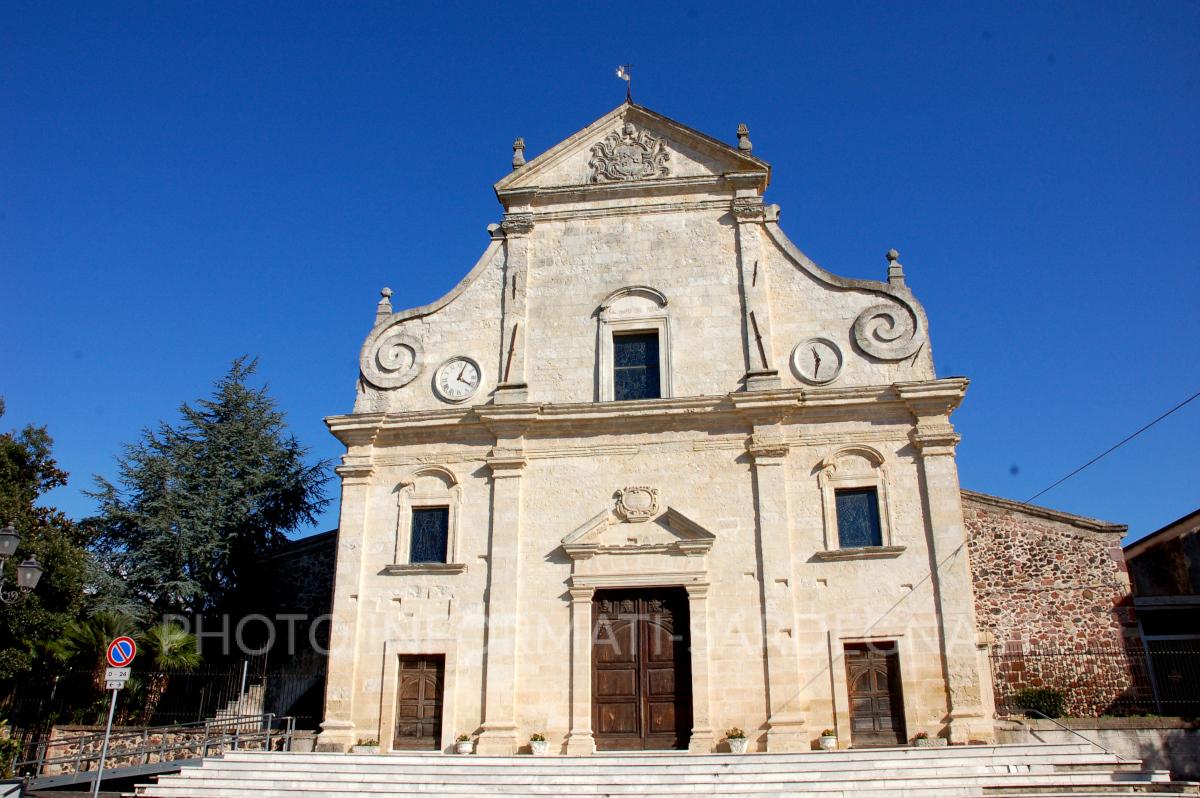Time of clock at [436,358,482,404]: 4:04
